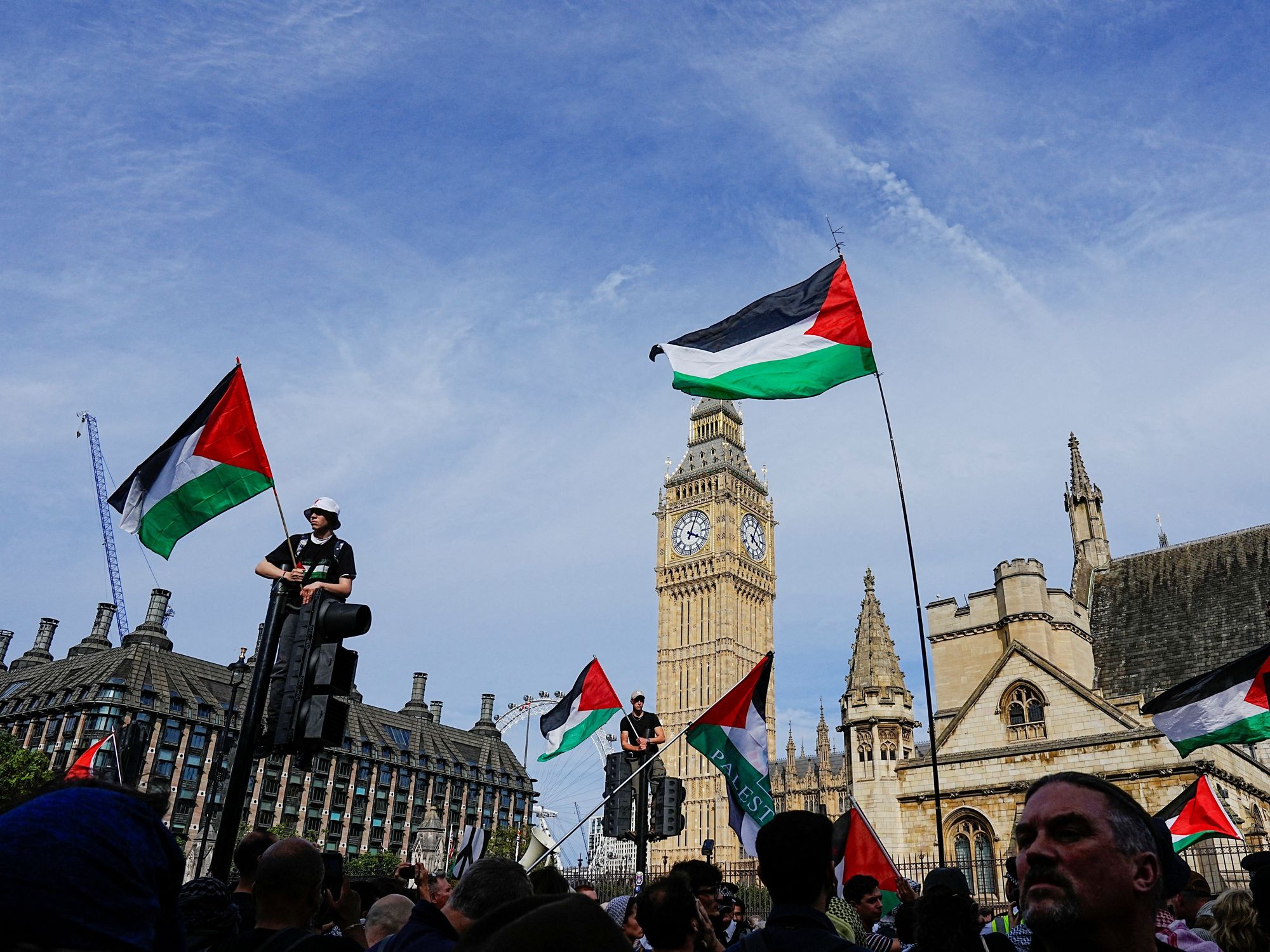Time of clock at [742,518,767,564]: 4:03
